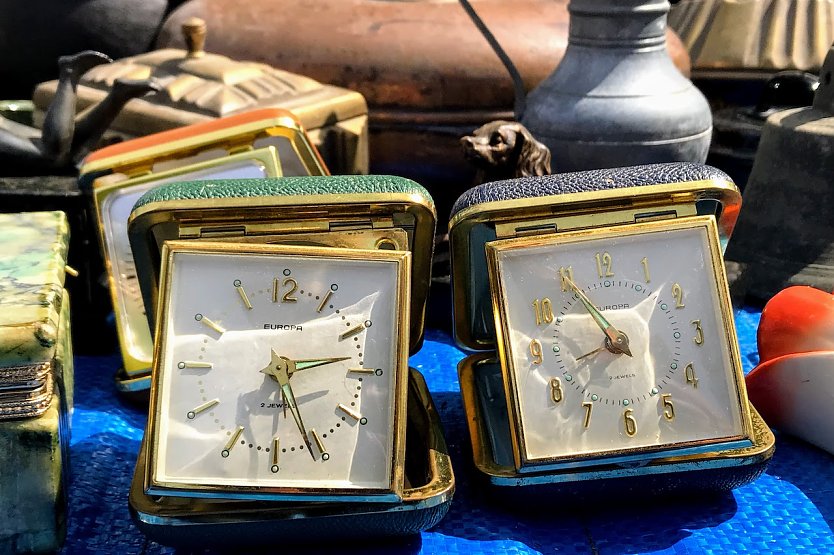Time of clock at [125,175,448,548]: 2:25
